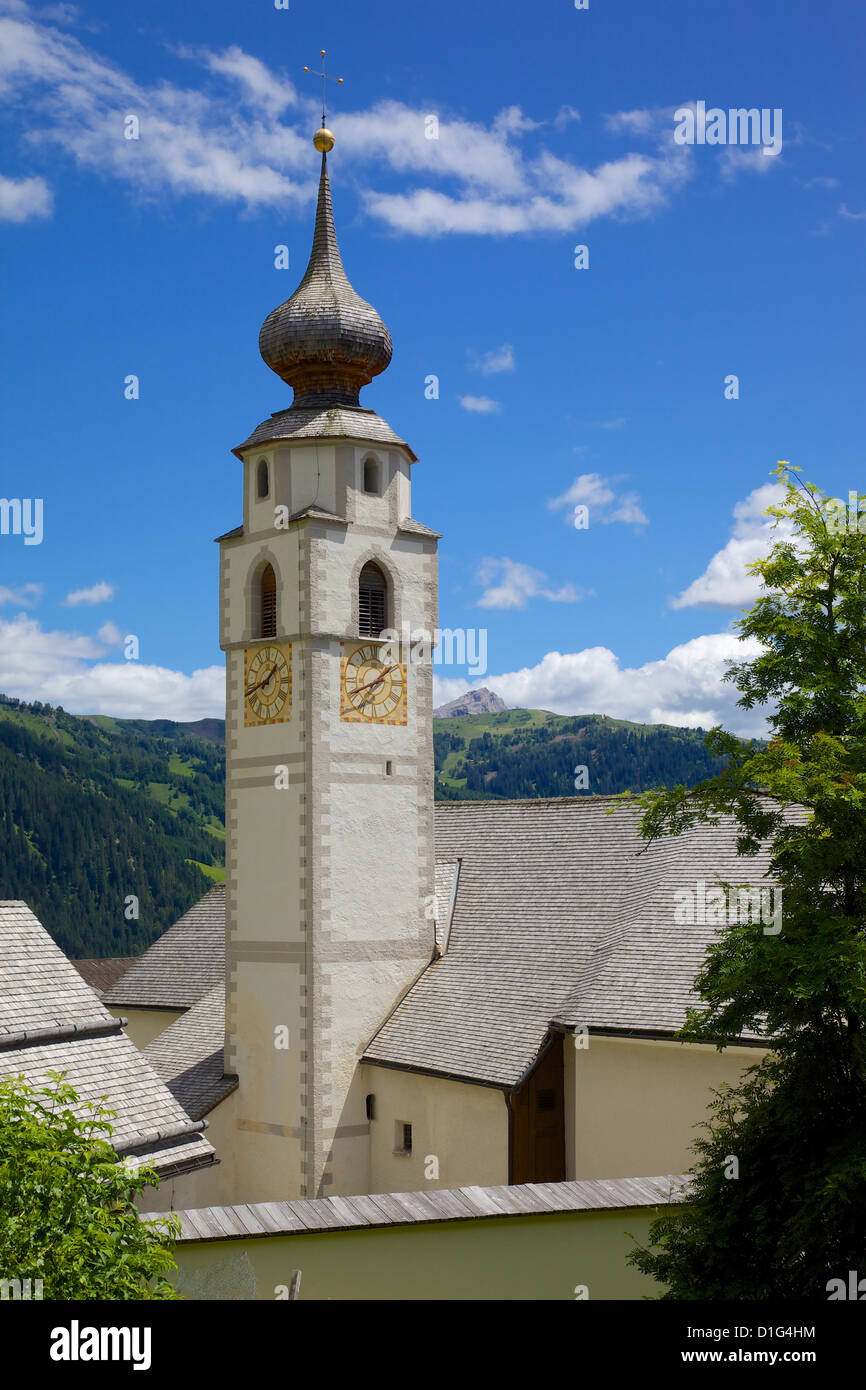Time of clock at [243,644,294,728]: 1:42
